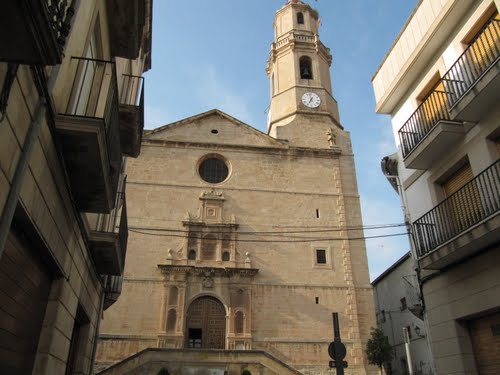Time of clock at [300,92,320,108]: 6:58
